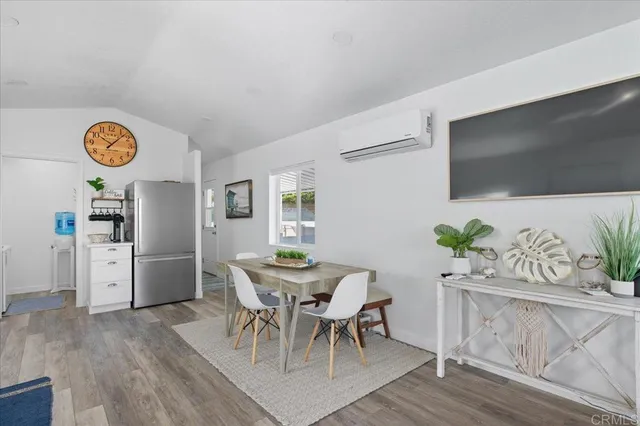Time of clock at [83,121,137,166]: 10:07
